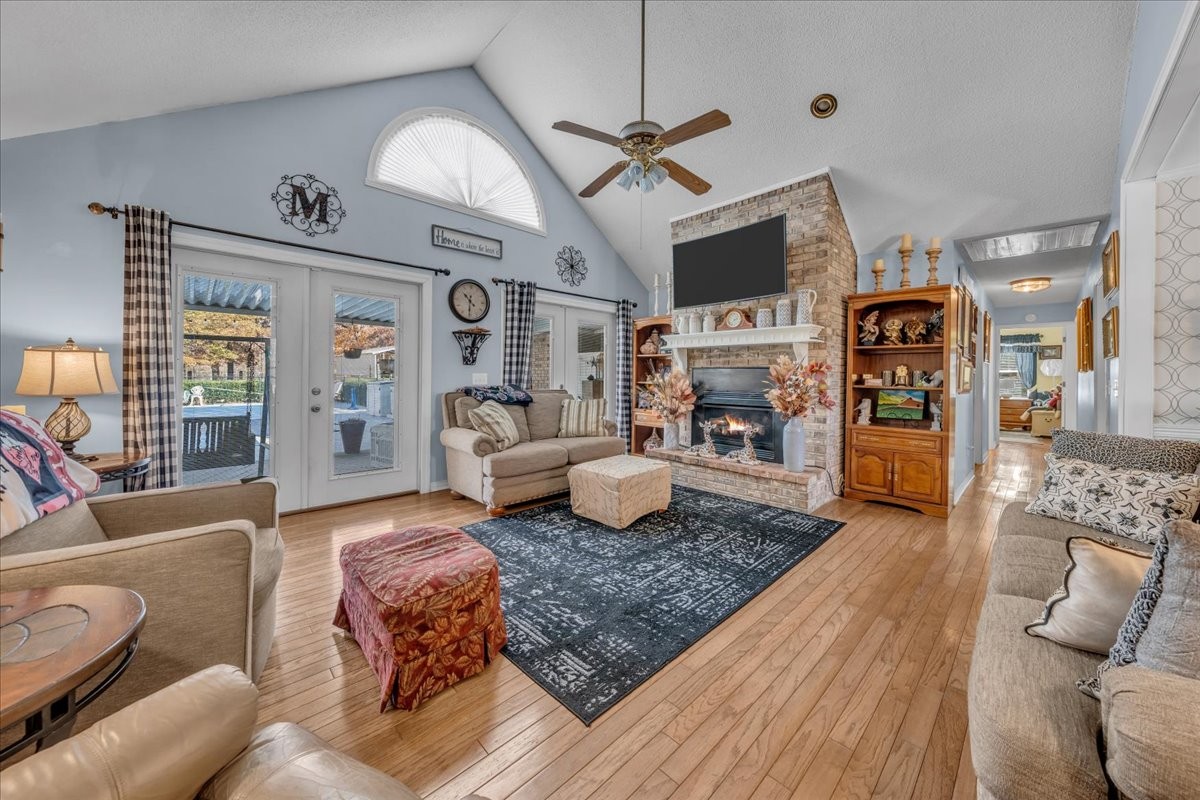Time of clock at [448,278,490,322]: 10:29
